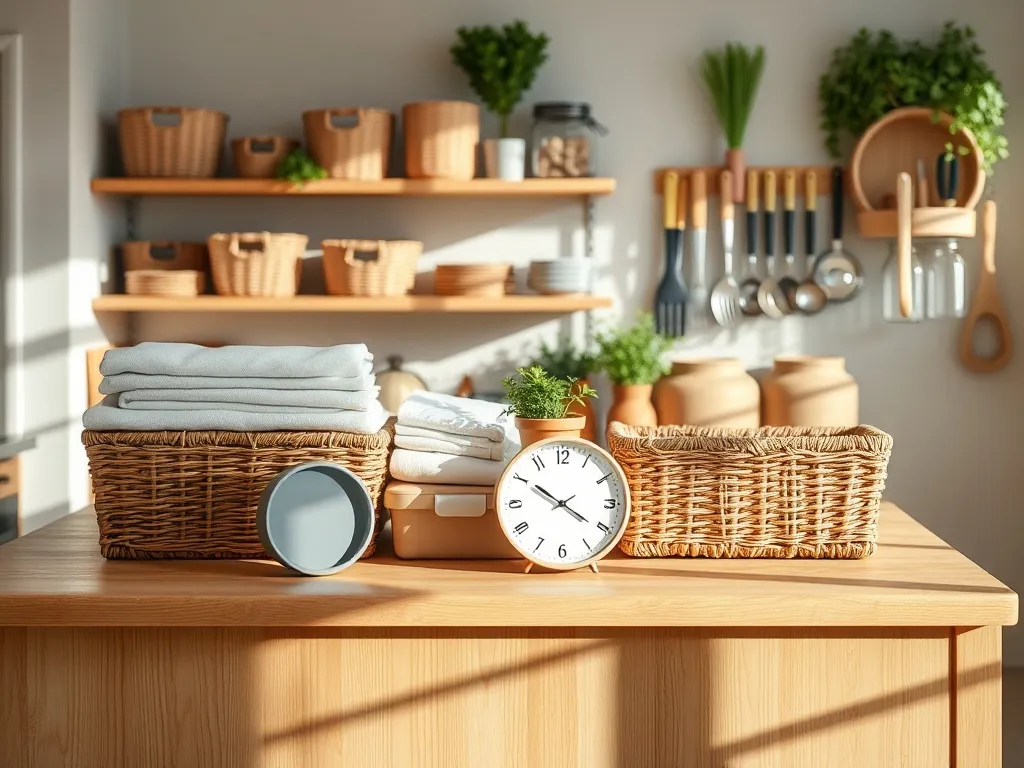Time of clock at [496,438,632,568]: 10:20
